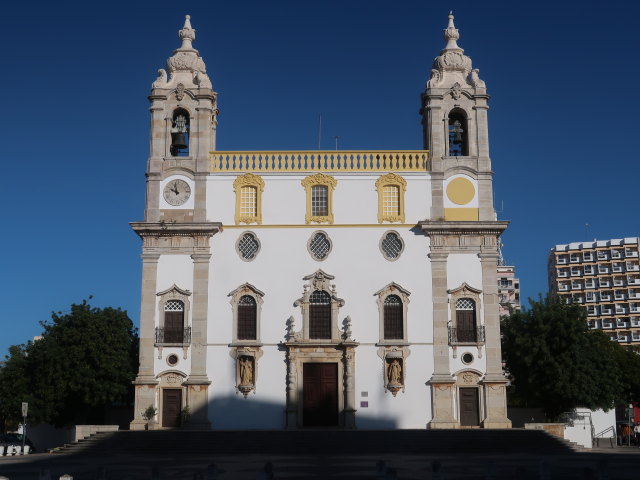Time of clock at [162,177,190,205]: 9:57
